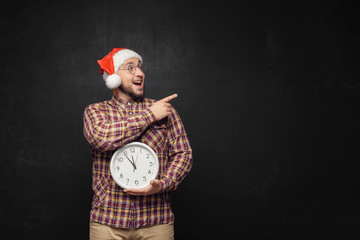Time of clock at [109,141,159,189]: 11:54
